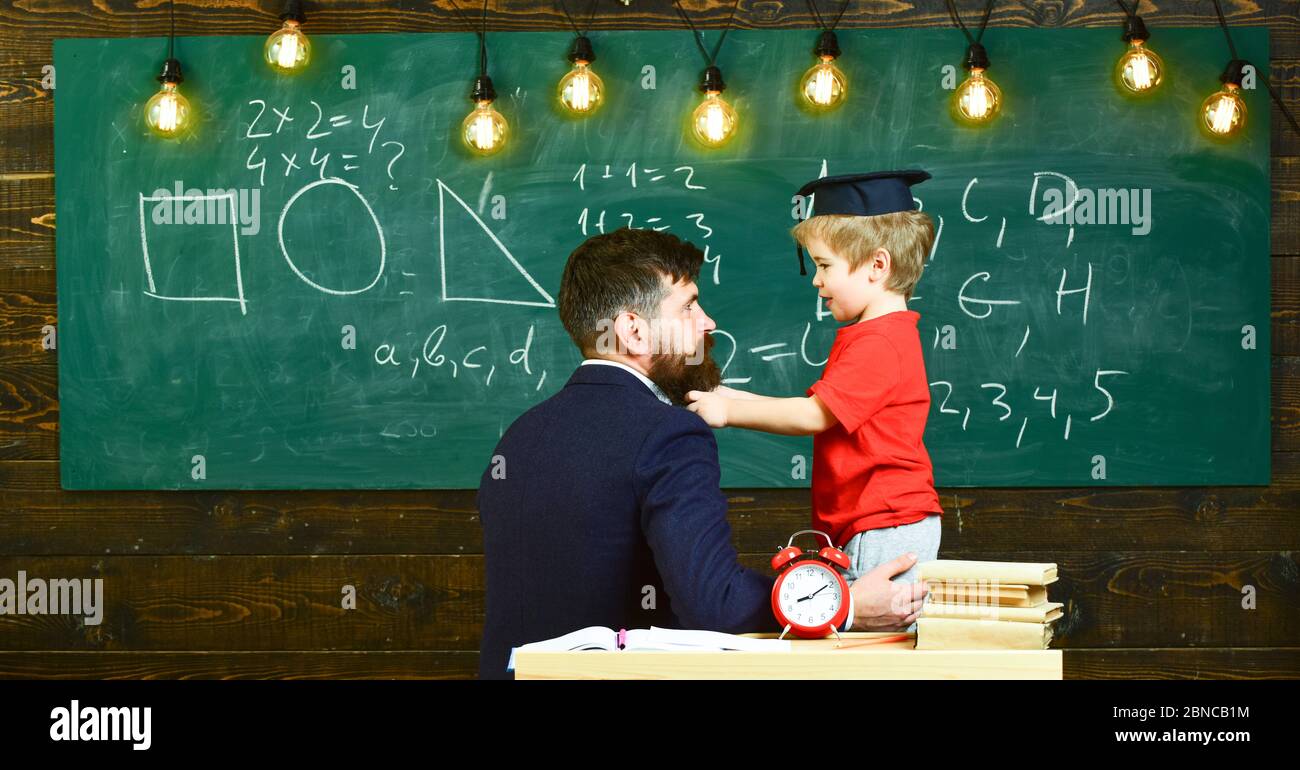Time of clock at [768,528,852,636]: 8:09
